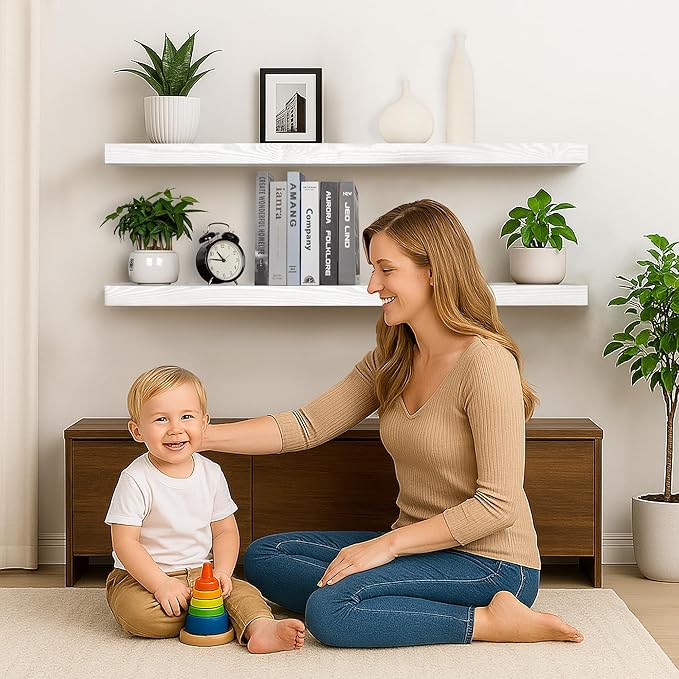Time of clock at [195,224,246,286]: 10:45
